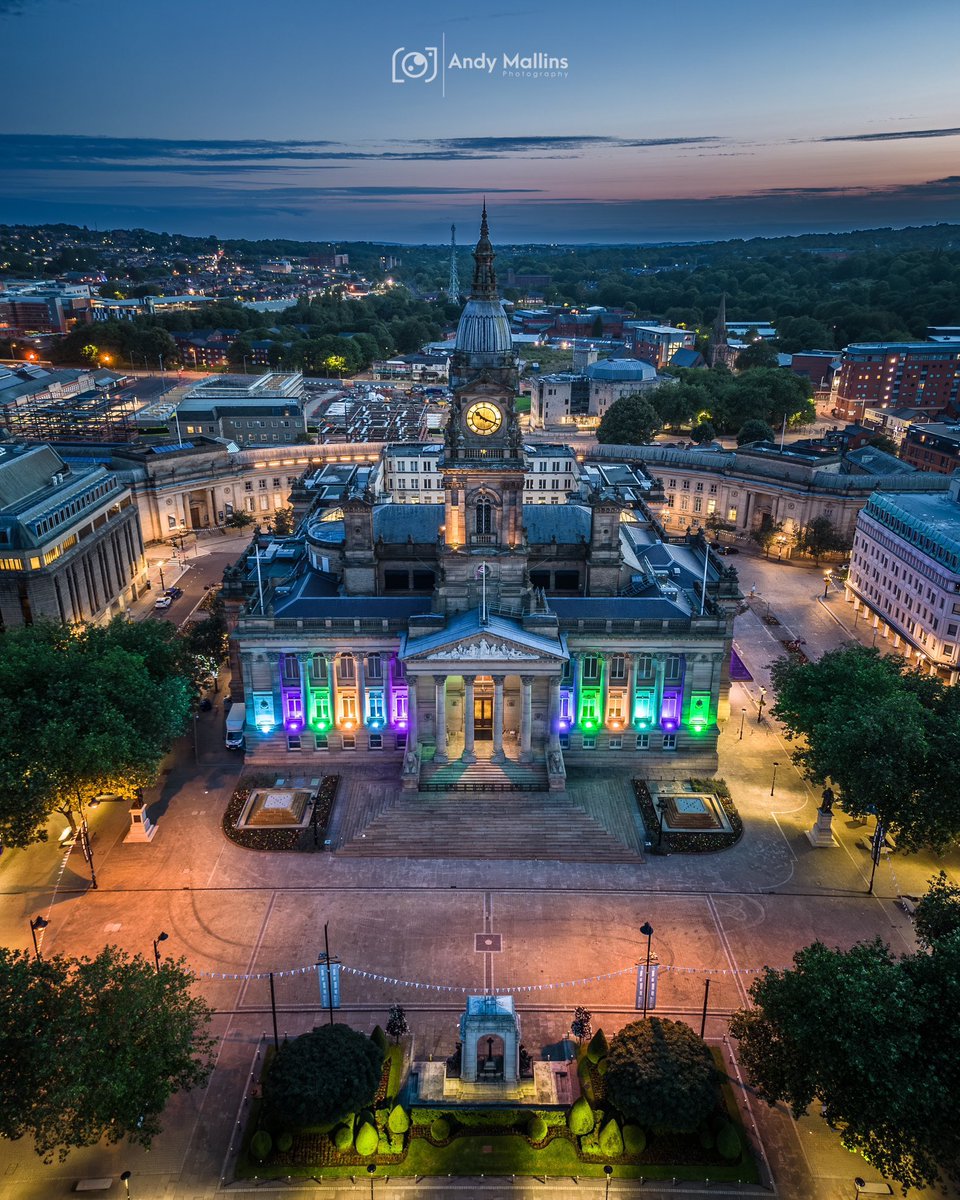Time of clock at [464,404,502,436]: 10:18
